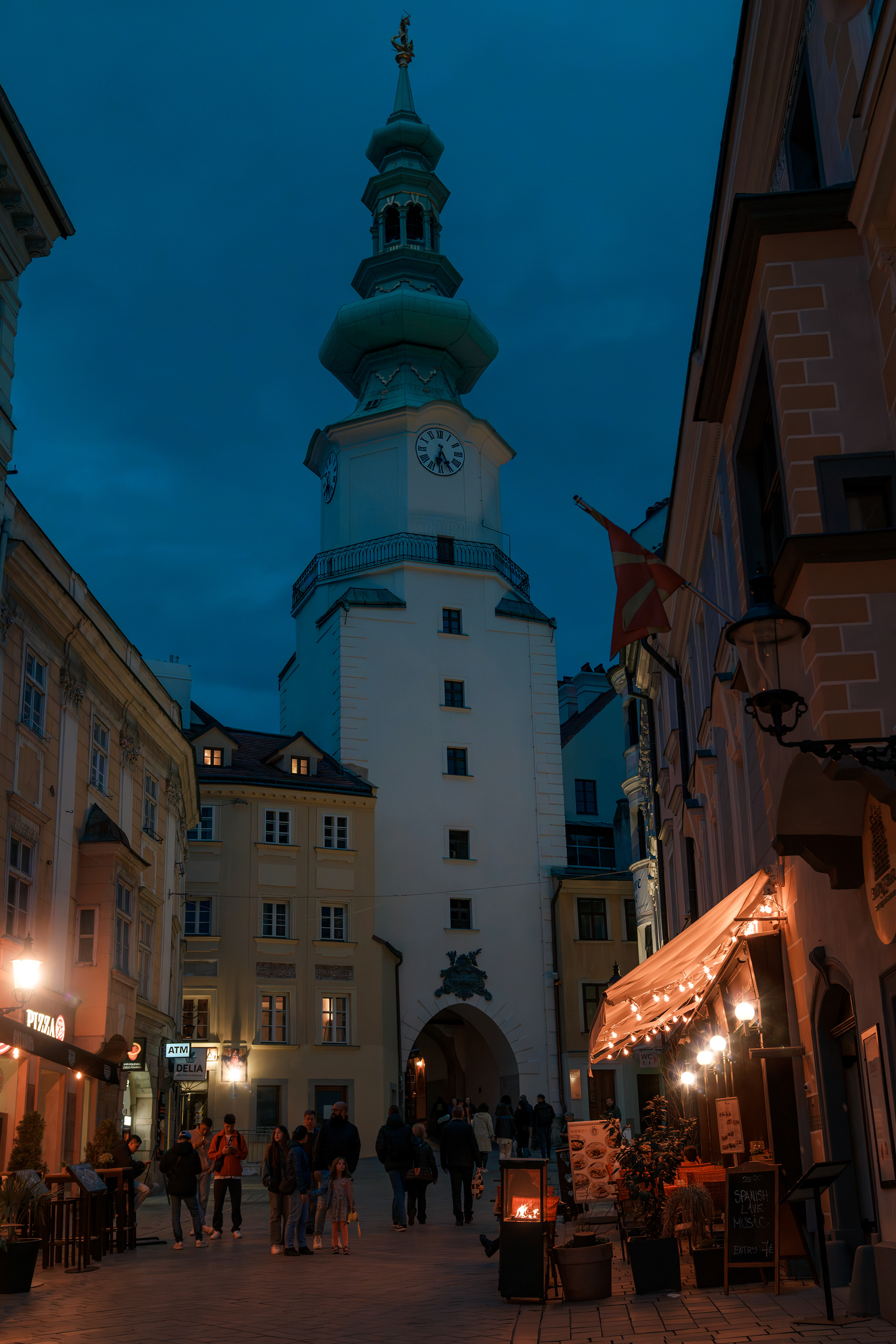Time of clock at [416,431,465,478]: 6:25
